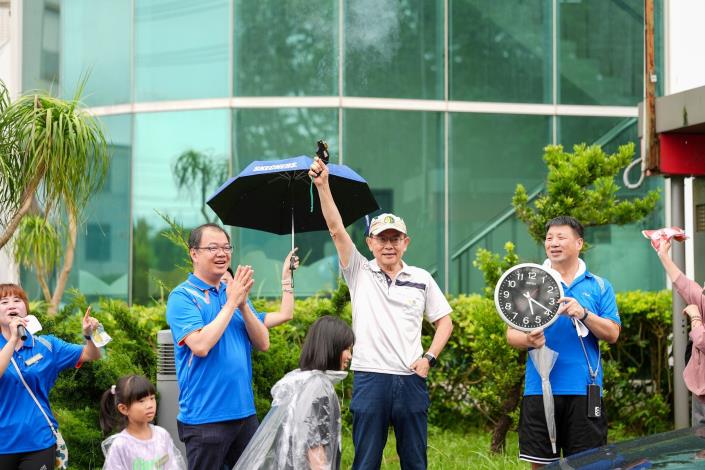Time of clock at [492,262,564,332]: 5:19
